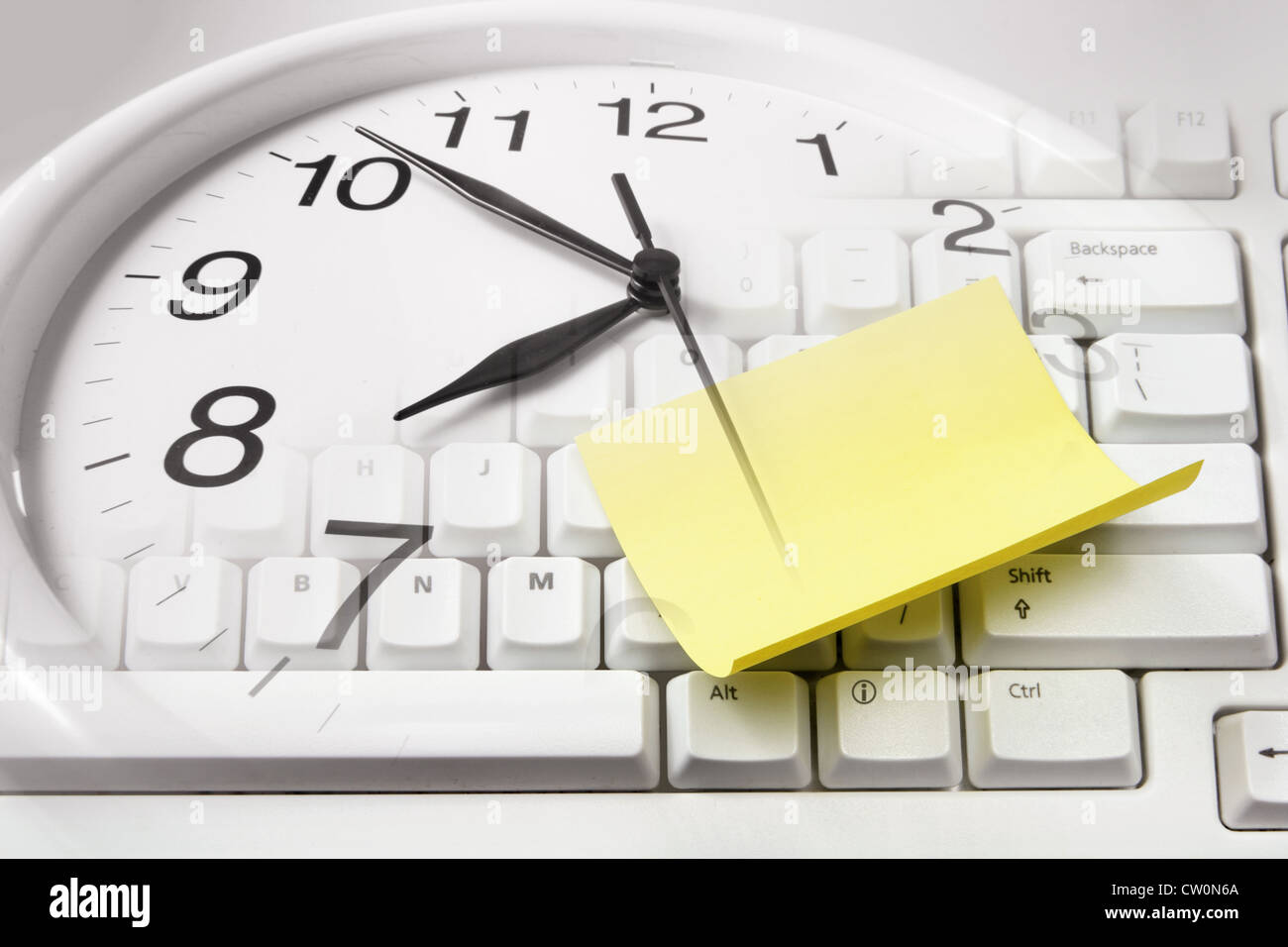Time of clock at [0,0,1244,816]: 7:51
